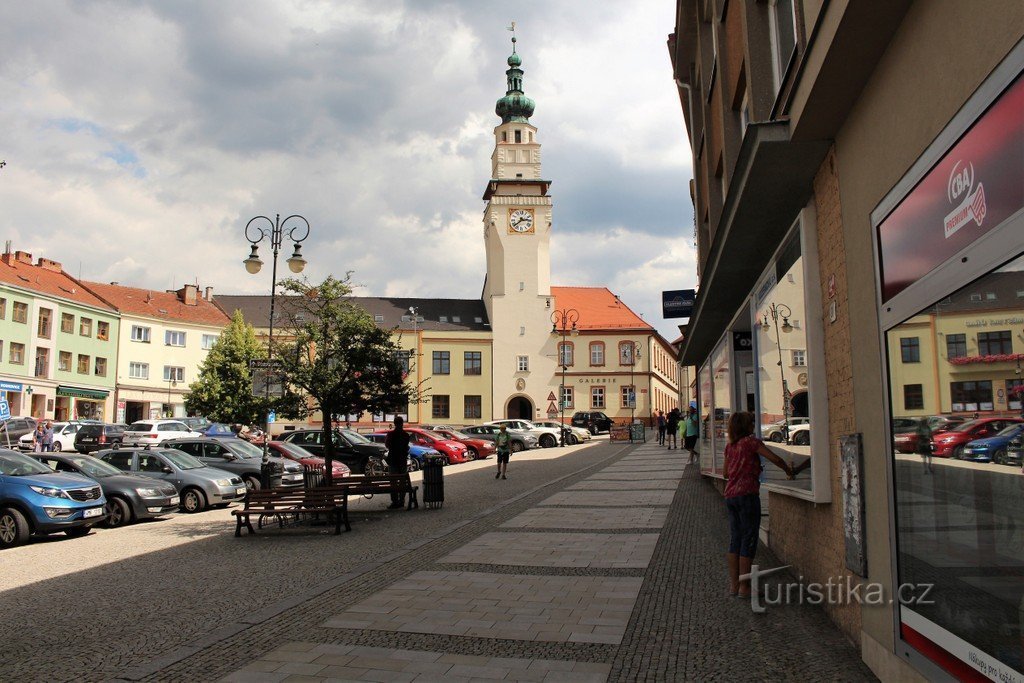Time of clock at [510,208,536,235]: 2:38
